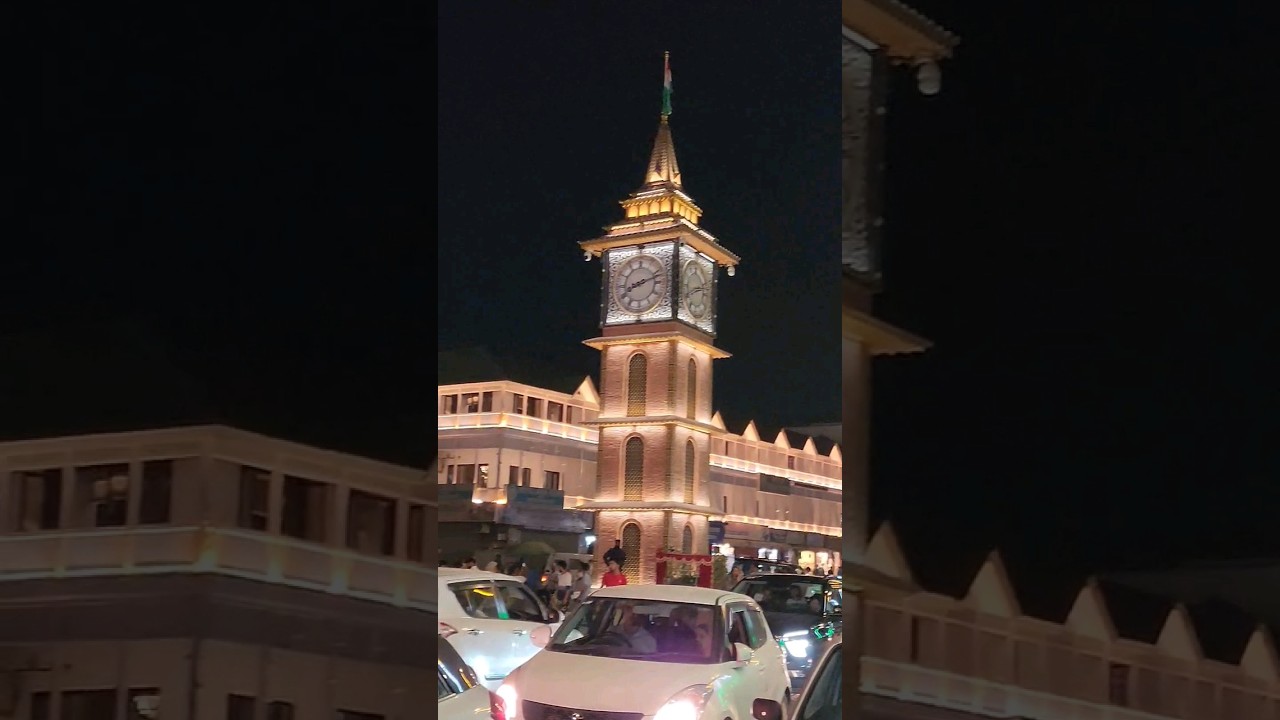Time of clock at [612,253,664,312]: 8:12
